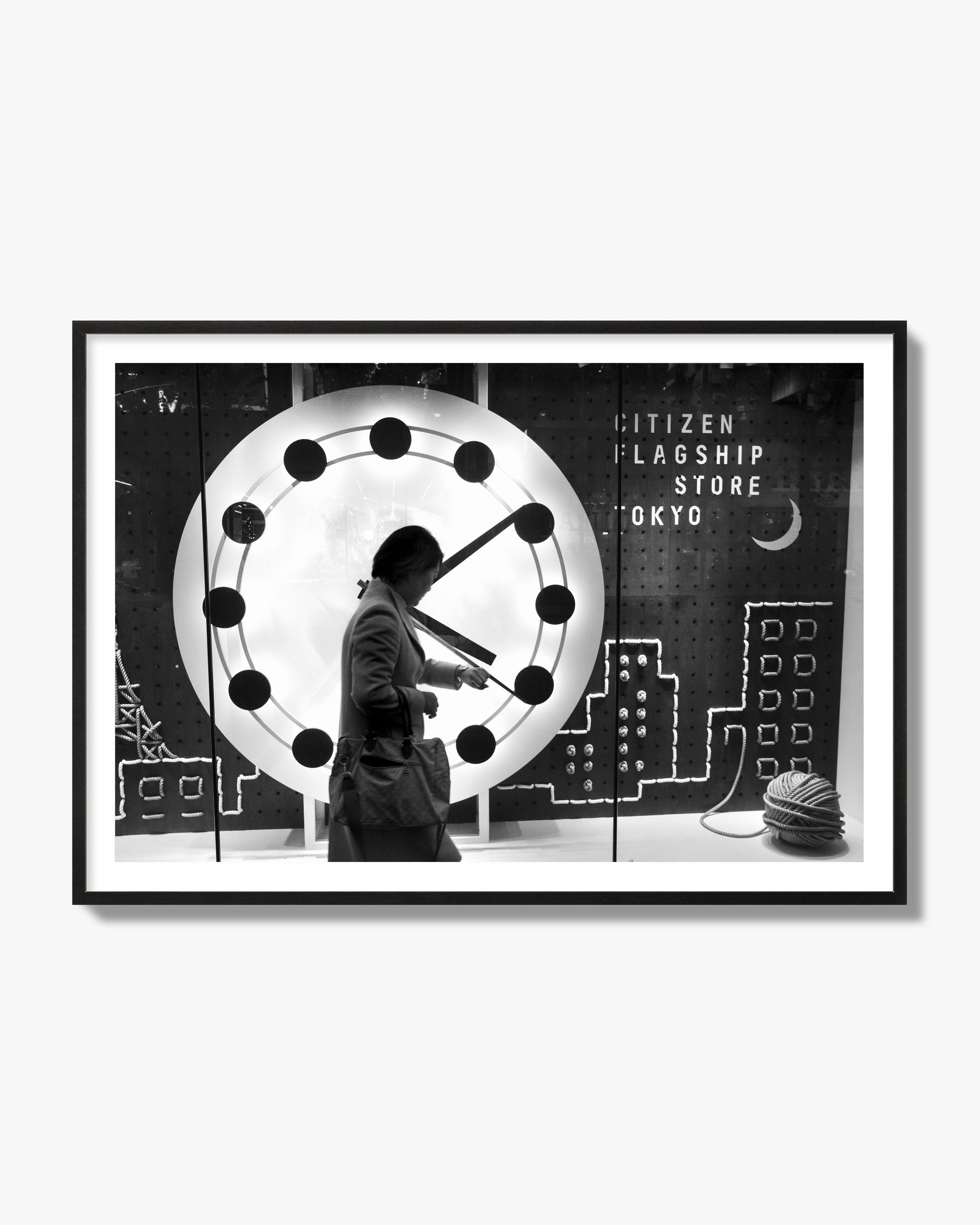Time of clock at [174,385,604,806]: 4:09
